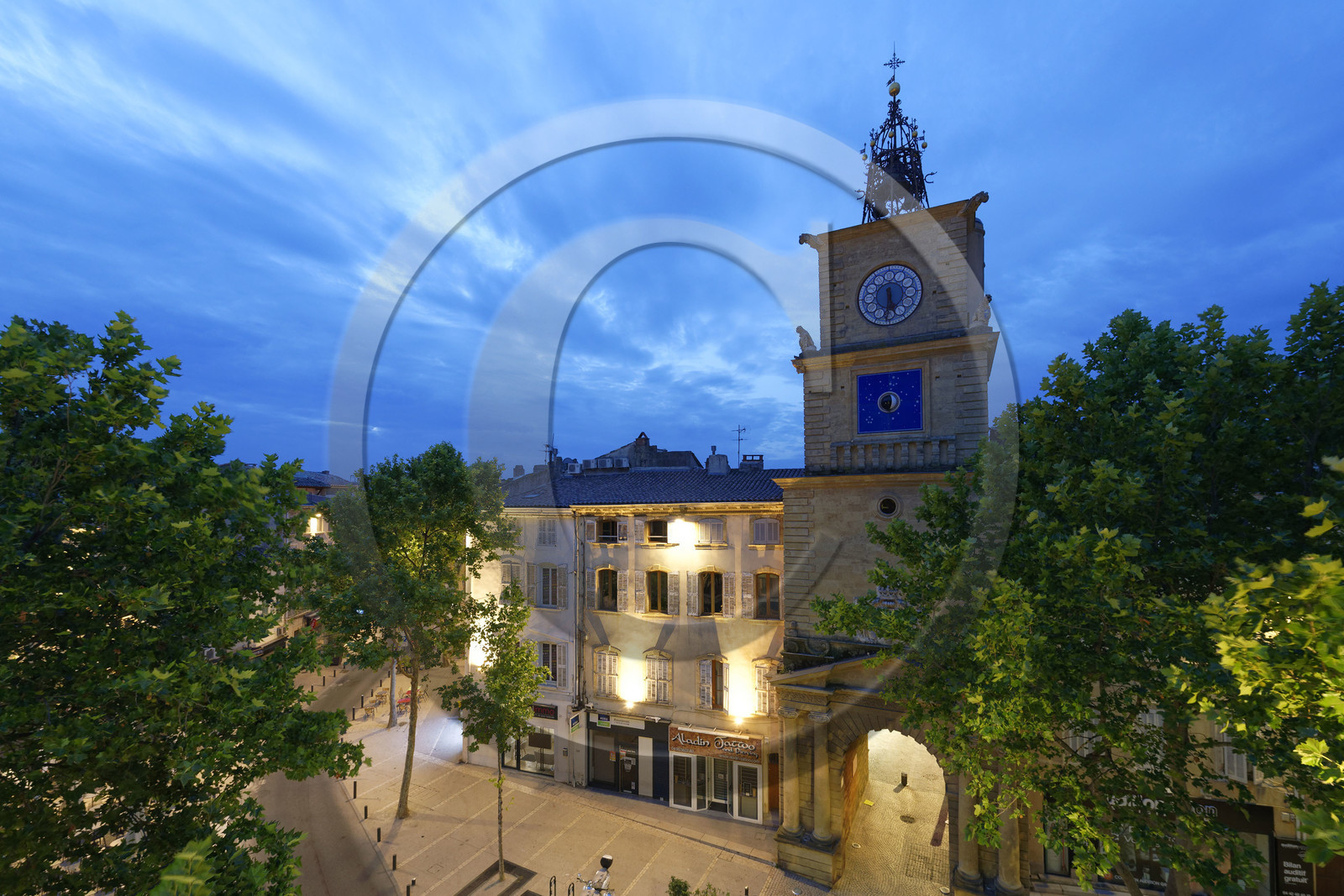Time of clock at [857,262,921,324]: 5:31
